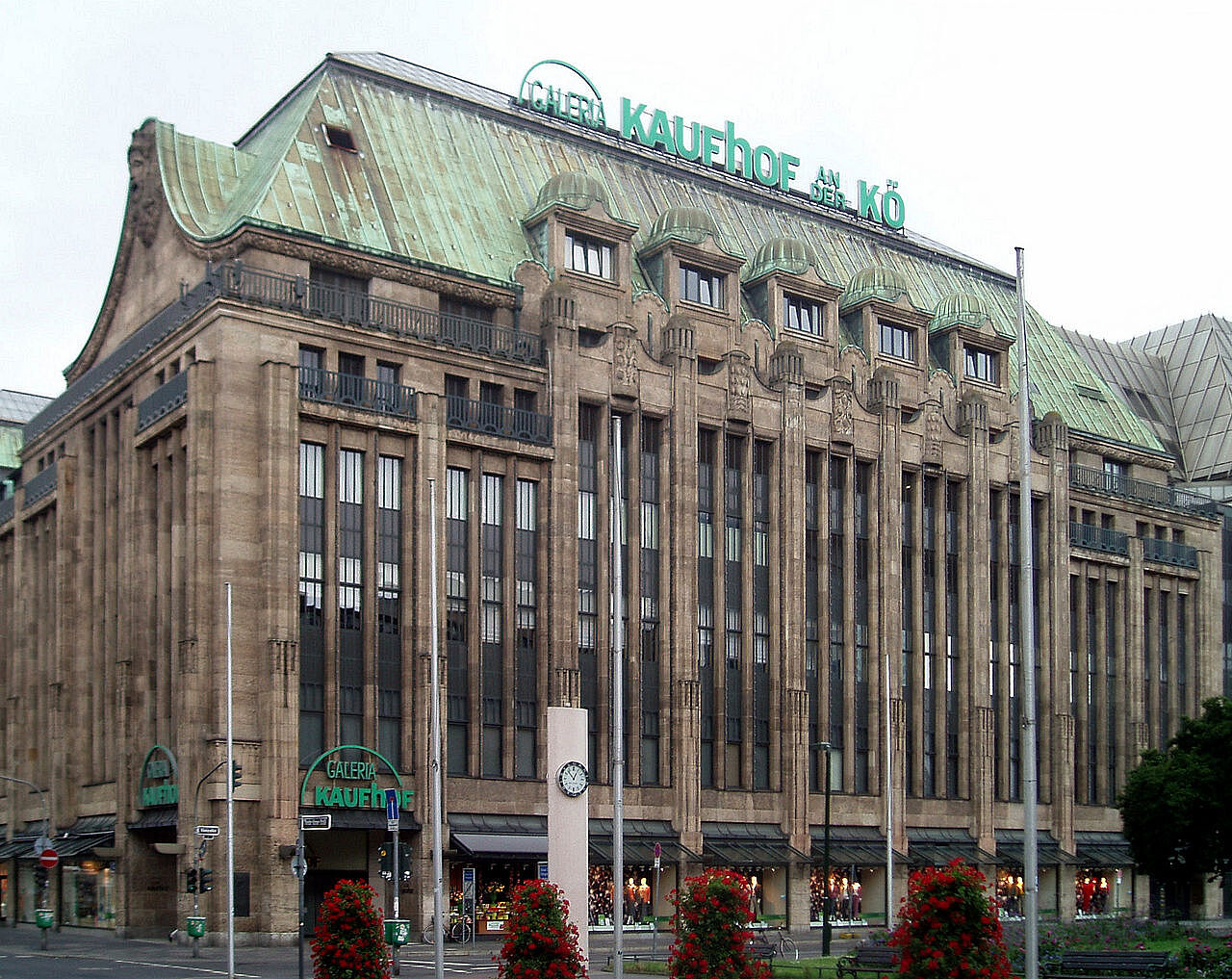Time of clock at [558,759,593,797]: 12:53
